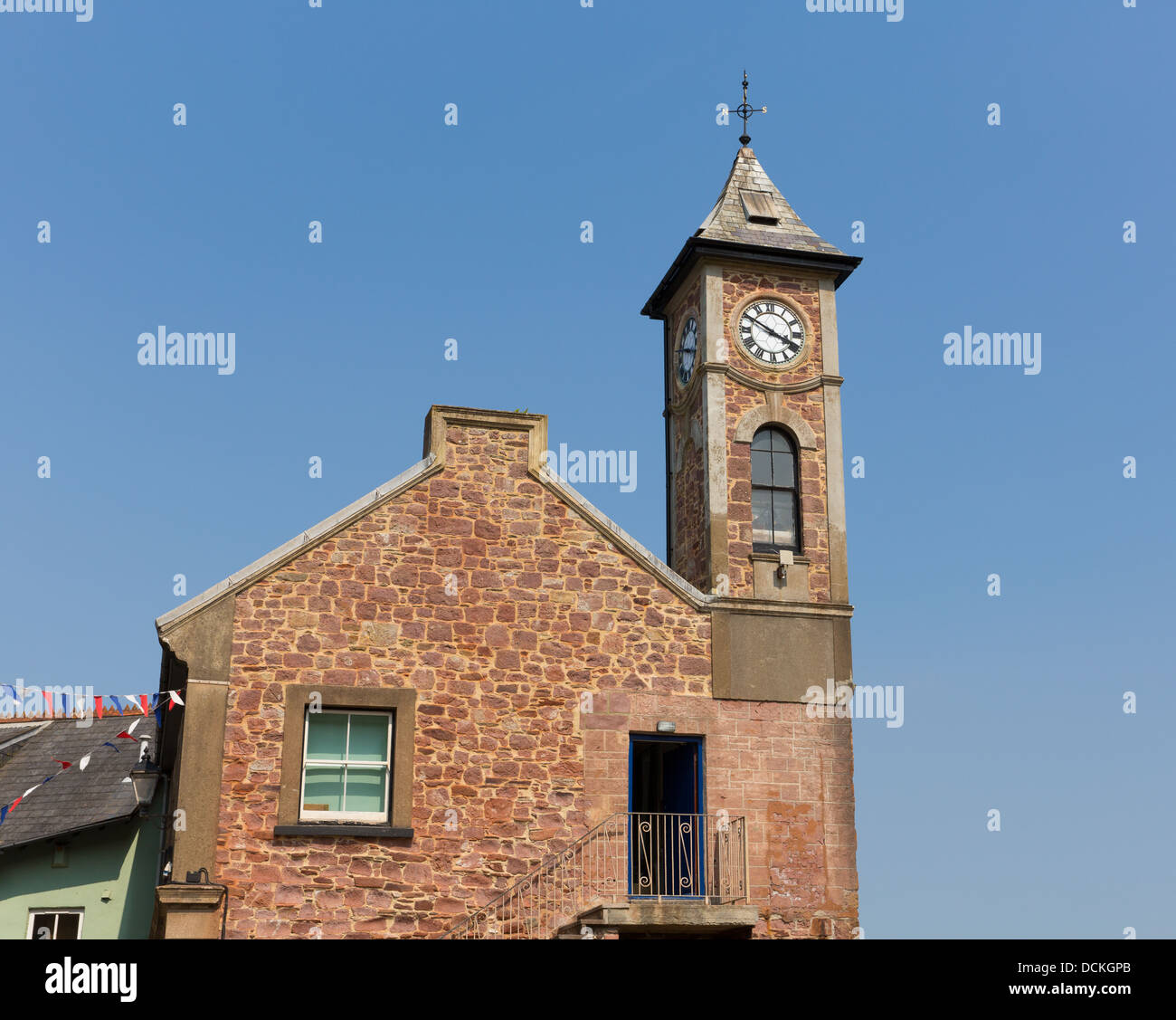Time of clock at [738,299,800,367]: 3:50
